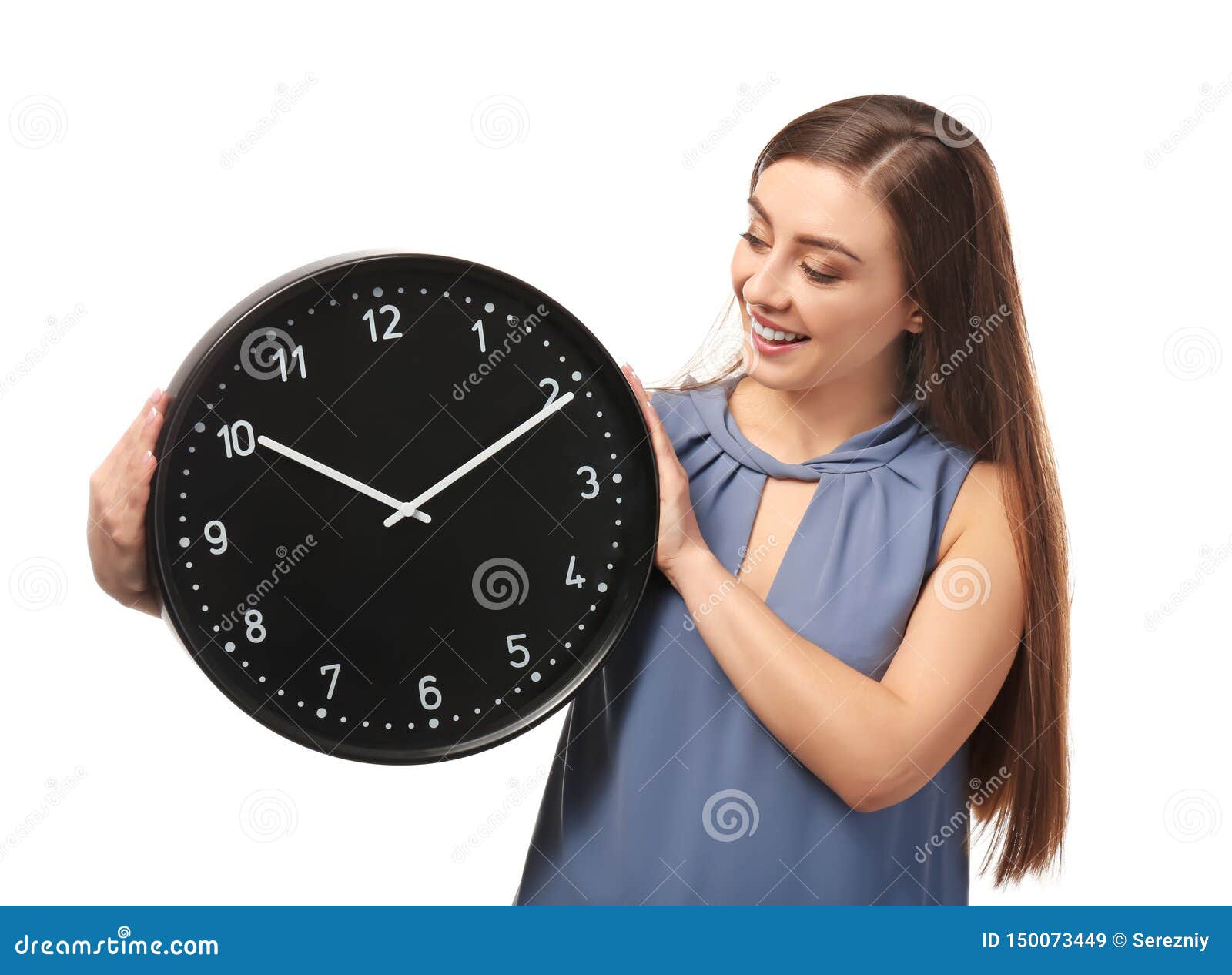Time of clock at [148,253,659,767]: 10:10
